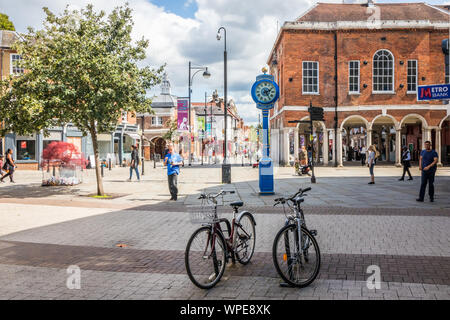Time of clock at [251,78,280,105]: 2:24
